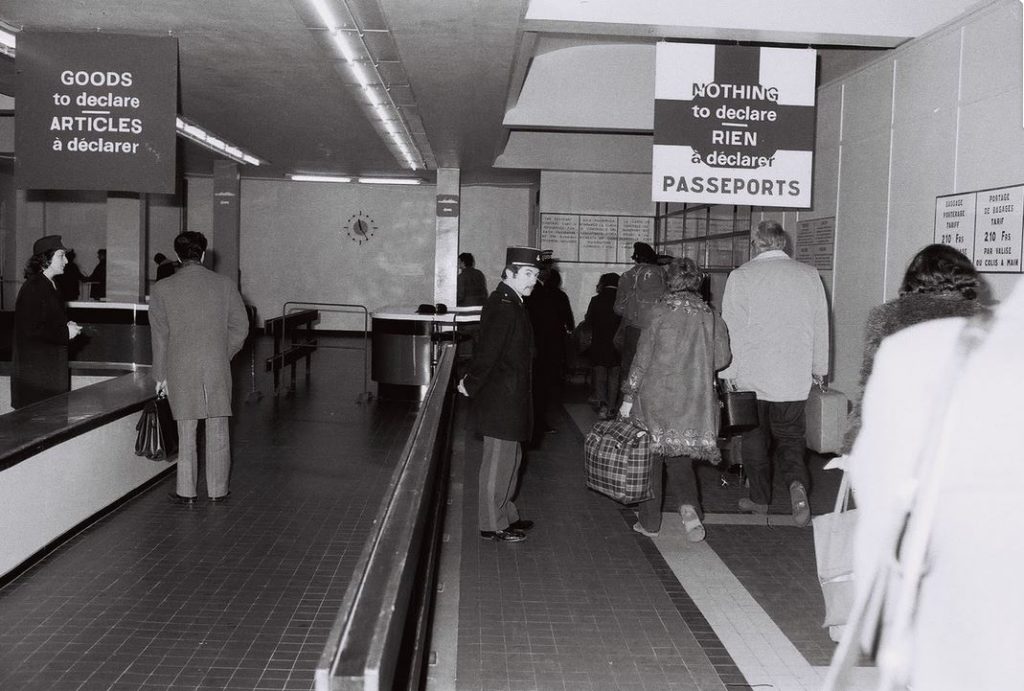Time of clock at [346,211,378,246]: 11:24
